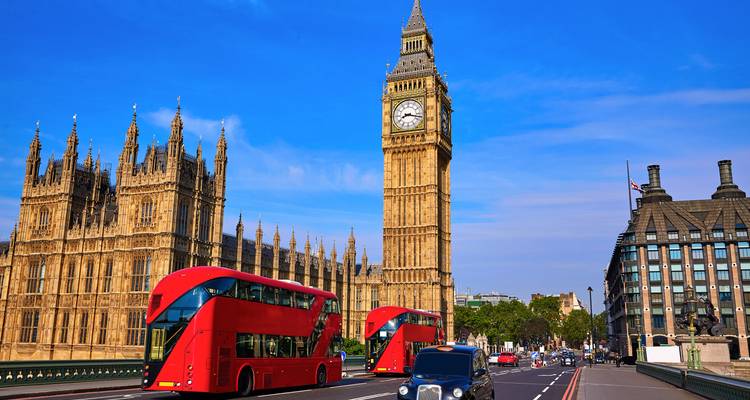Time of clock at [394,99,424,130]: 8:17
